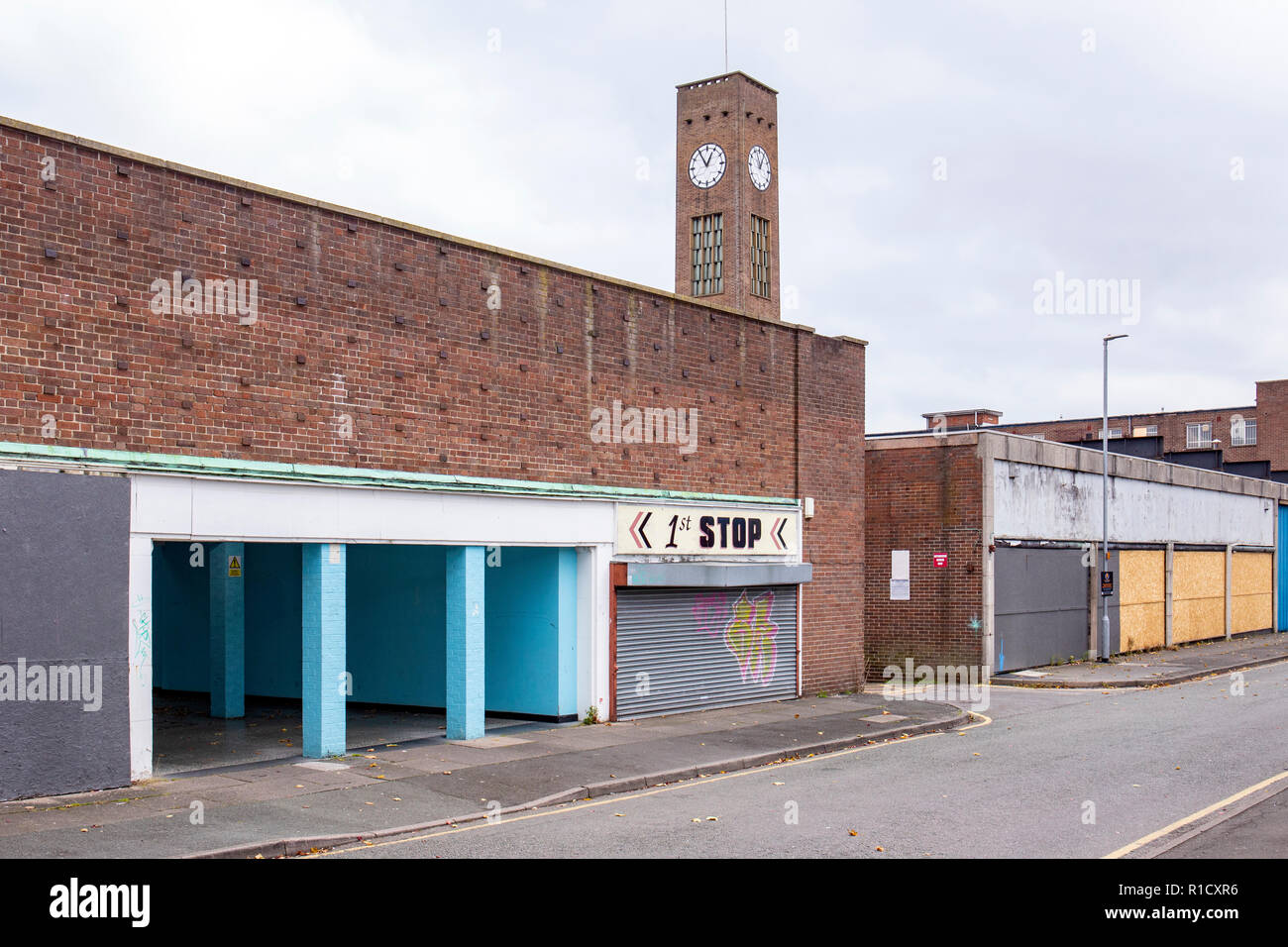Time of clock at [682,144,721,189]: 12:54
